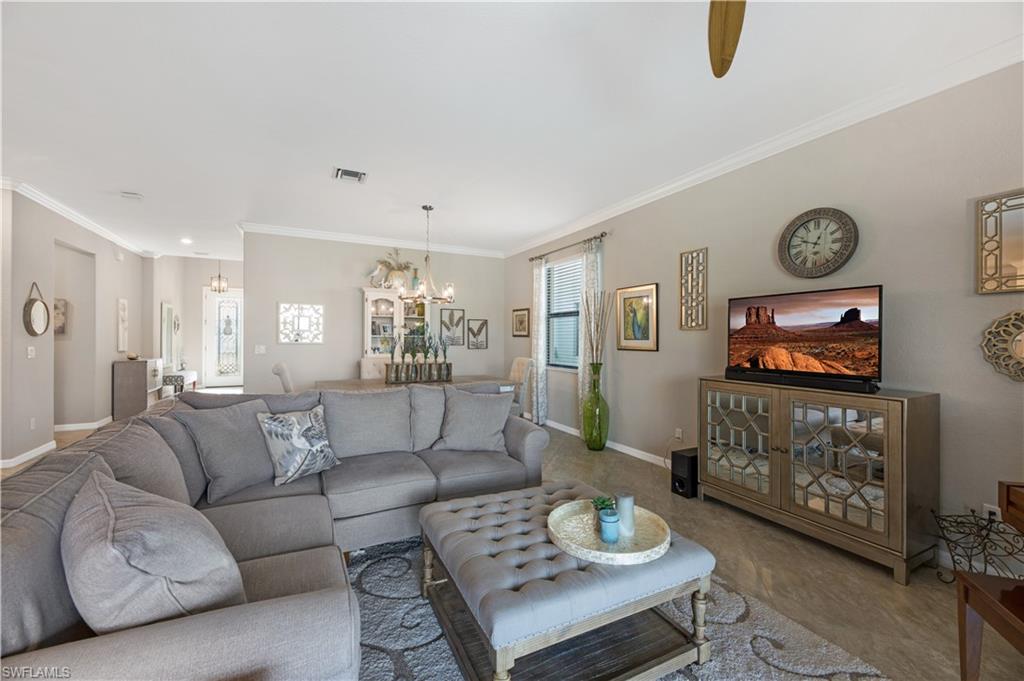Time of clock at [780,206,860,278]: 12:48
